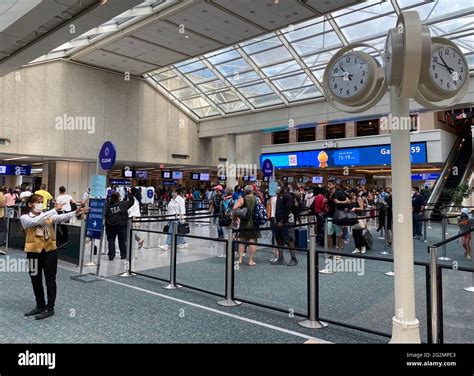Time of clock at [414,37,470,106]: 10:48
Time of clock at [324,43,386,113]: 10:45
